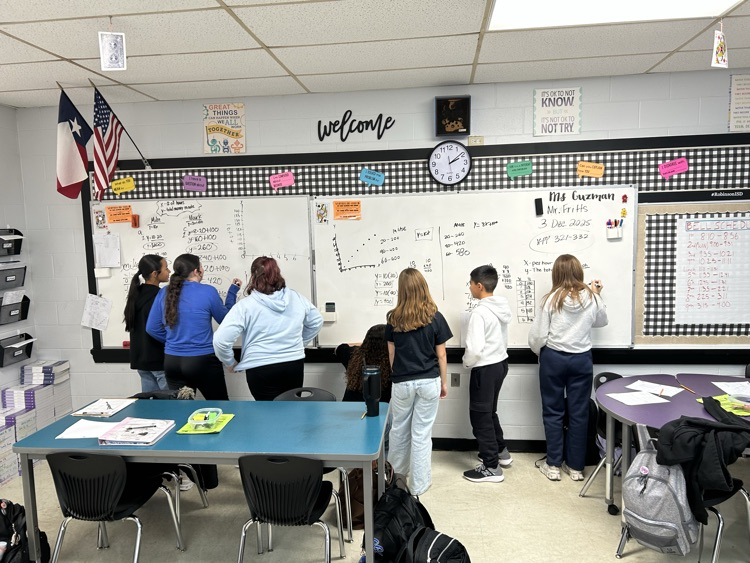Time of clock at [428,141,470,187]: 2:09
